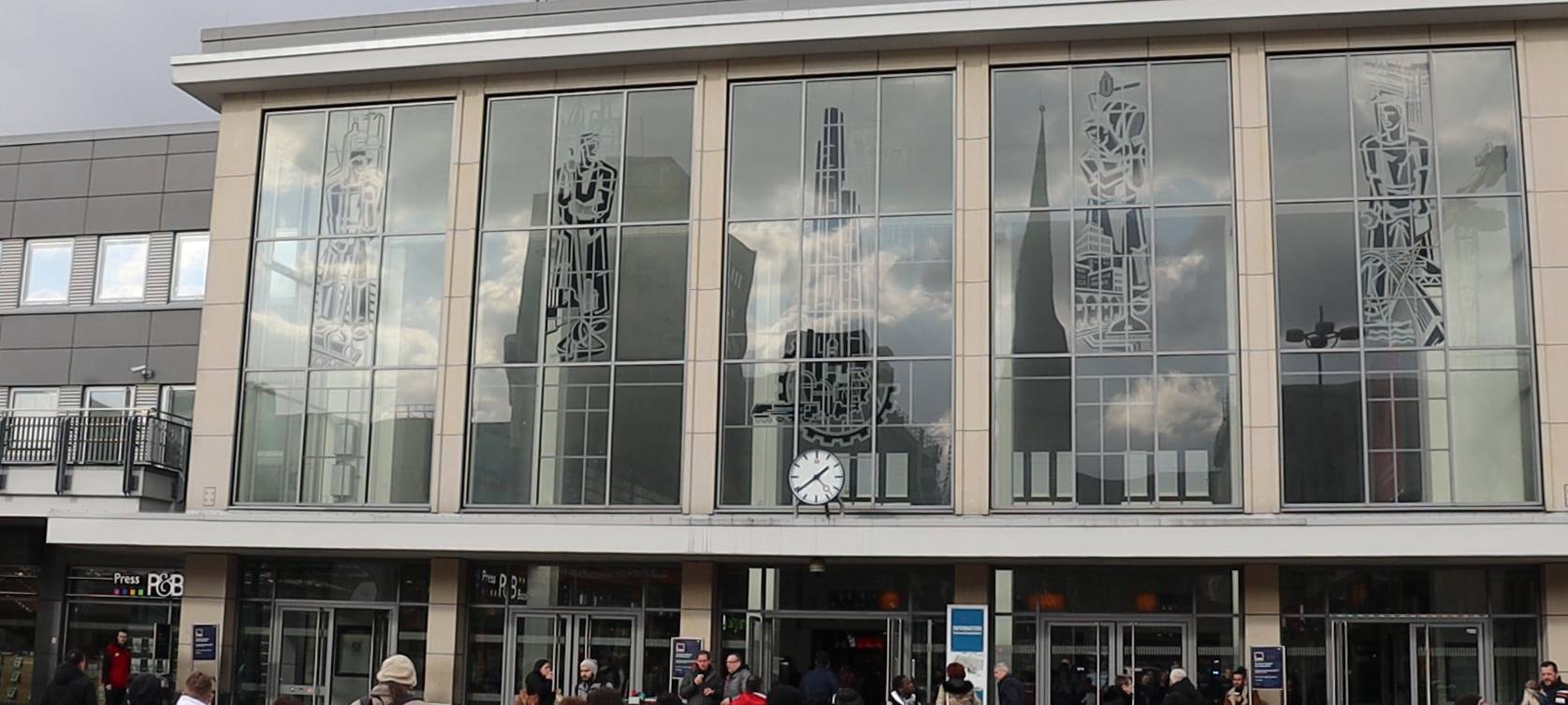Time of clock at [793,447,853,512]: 1:38
